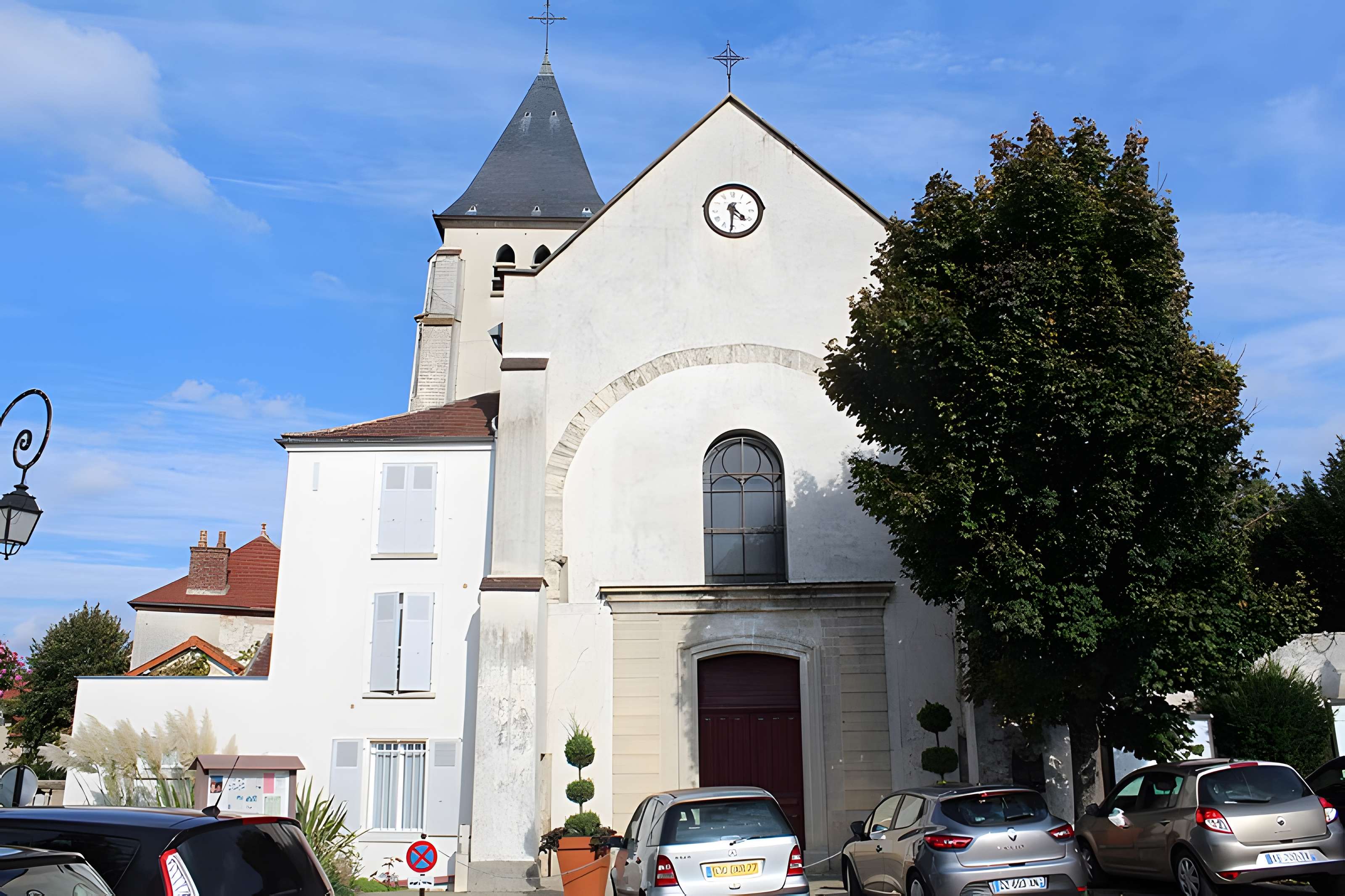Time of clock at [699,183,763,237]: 4:30
